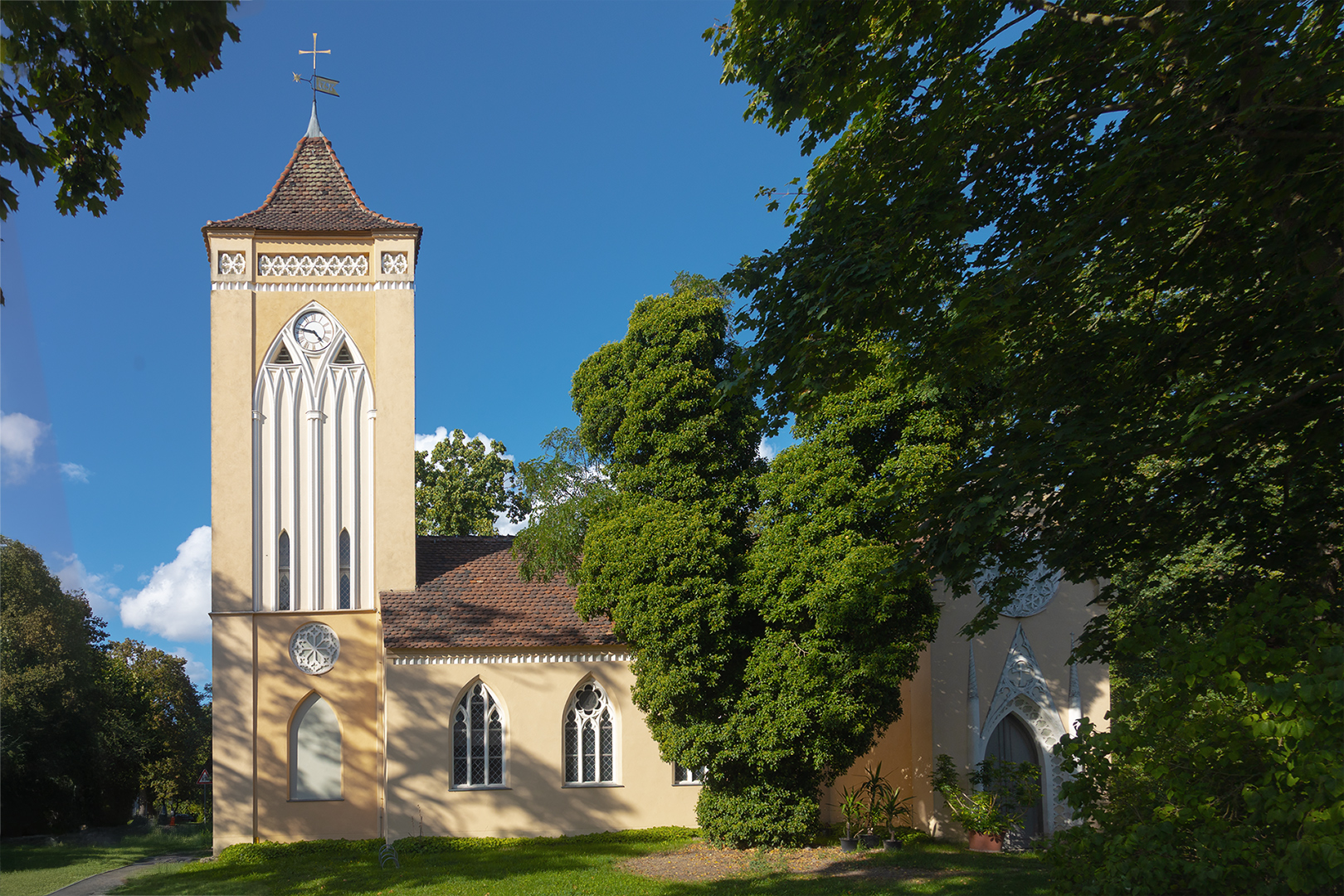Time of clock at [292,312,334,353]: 4:47
